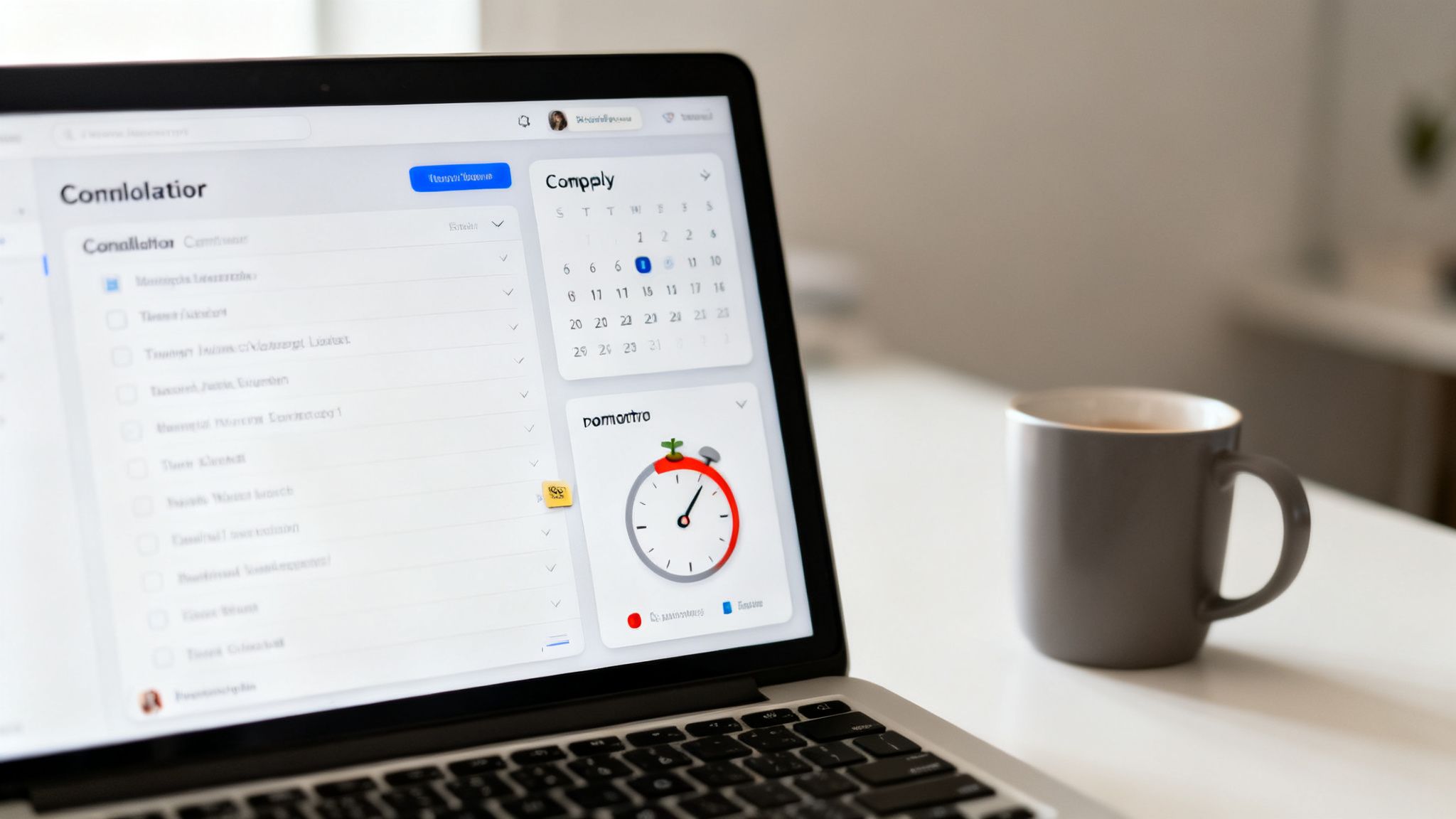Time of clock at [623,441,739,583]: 1:06
